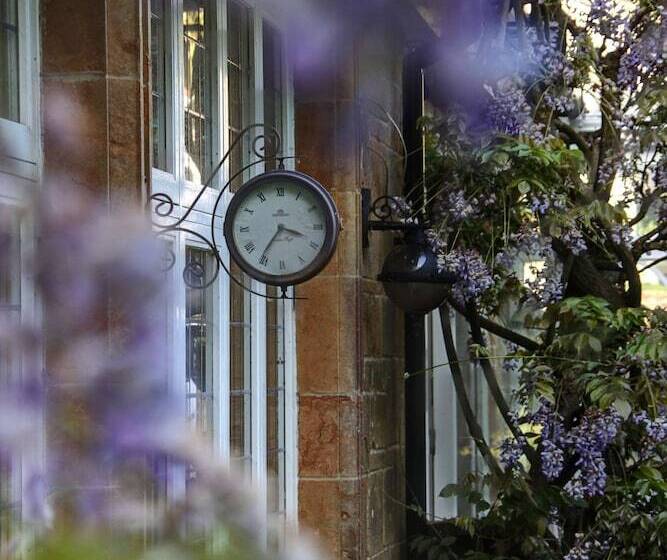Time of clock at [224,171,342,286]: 3:35
